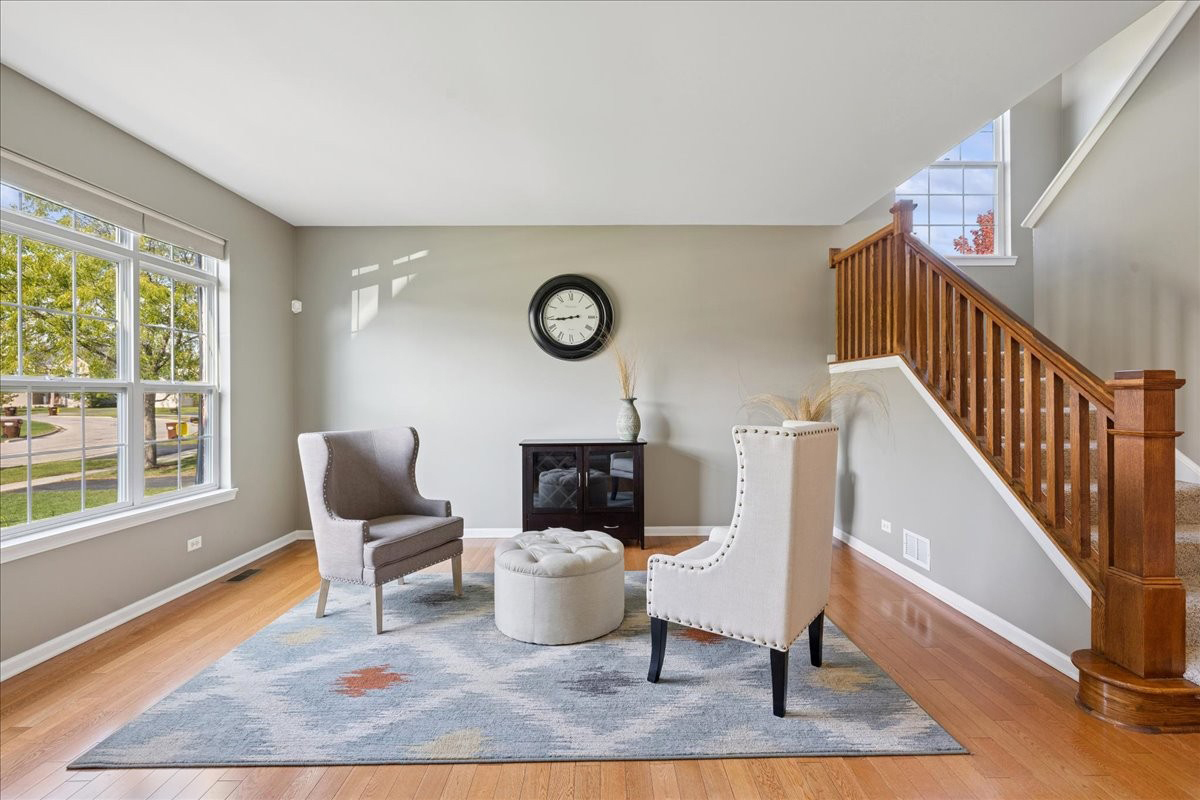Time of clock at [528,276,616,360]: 8:43
